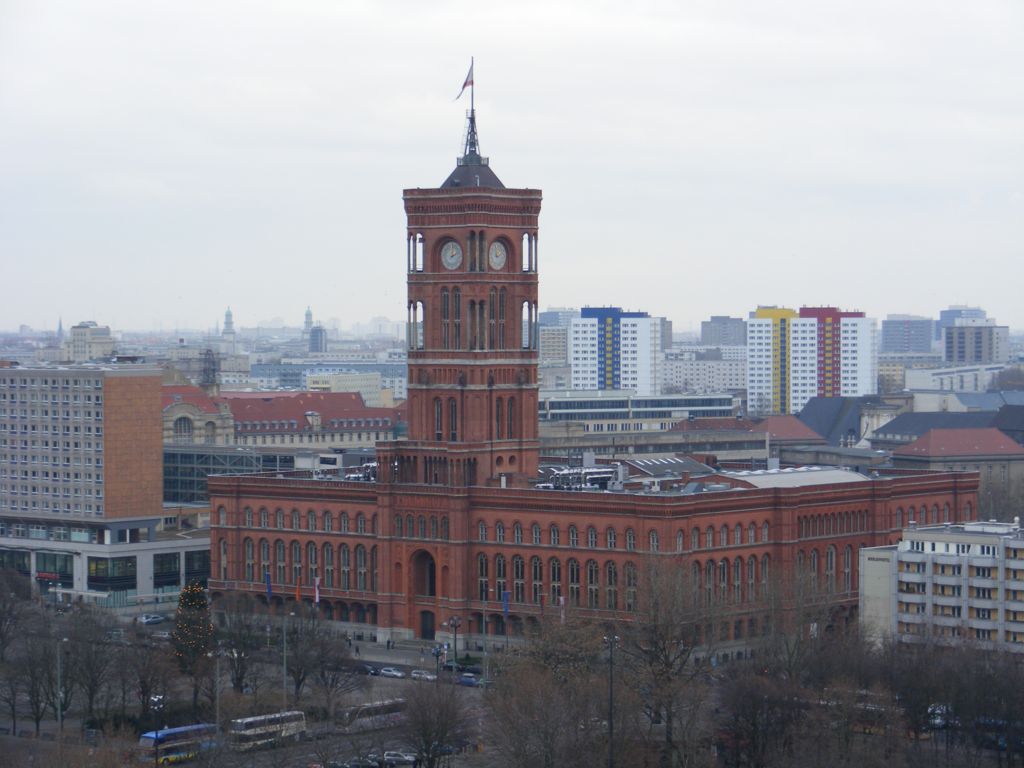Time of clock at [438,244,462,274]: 2:01
